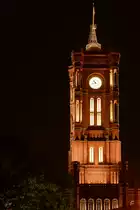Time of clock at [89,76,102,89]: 10:42
